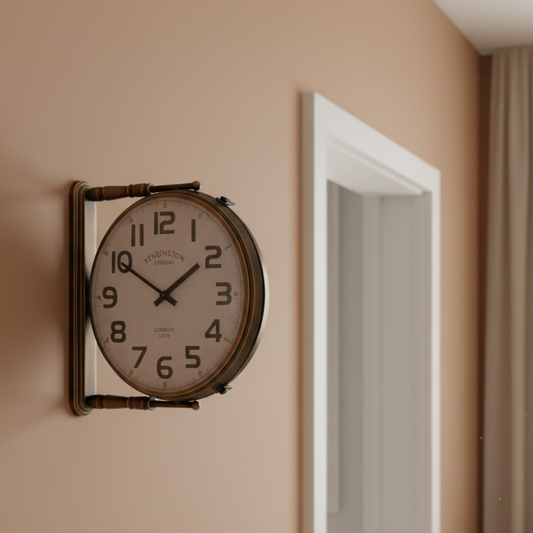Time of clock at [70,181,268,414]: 1:50
